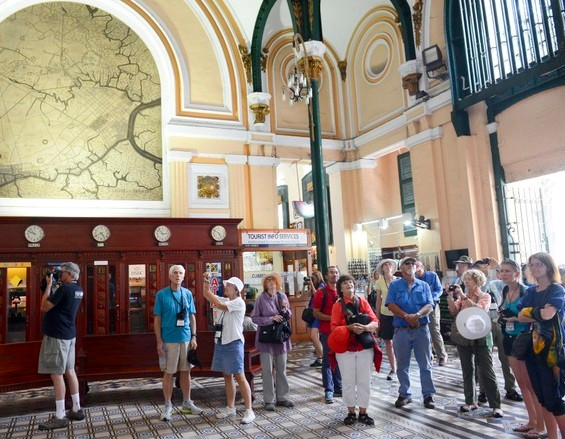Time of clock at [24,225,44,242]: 9:53
